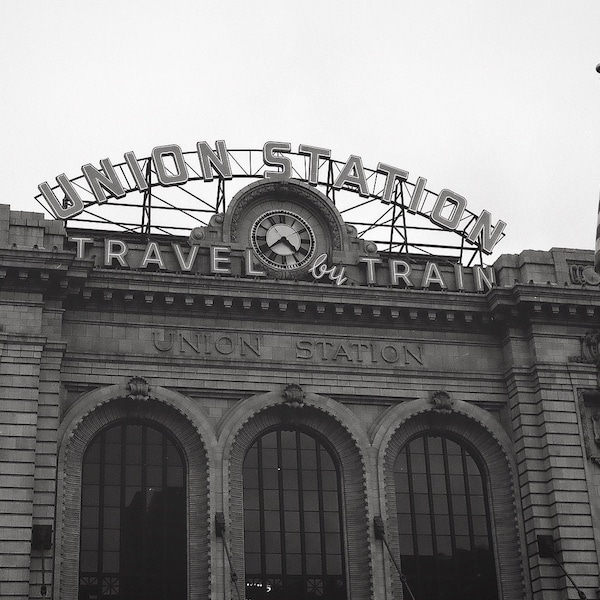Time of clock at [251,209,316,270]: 4:38
